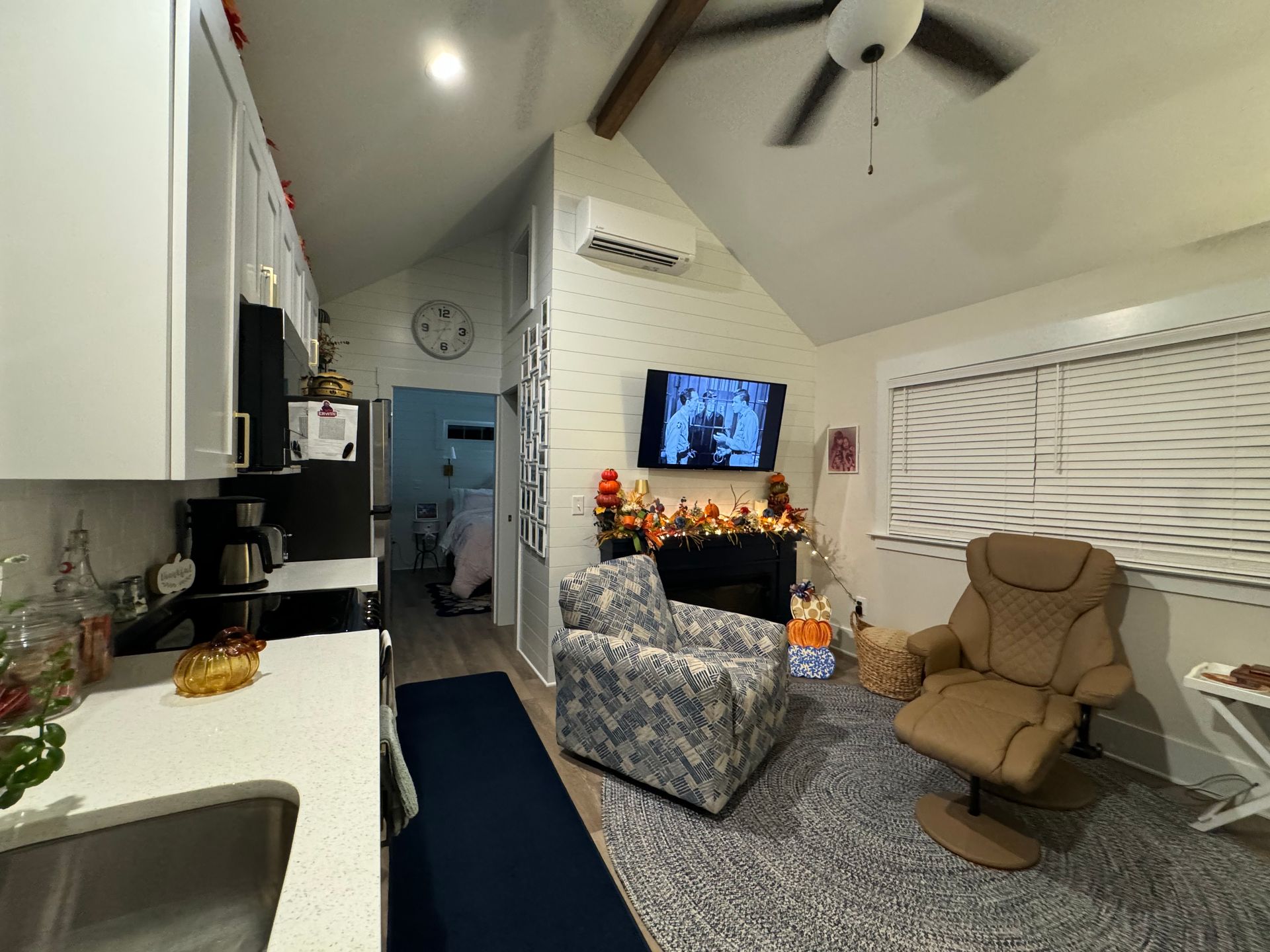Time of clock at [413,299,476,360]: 8:34
